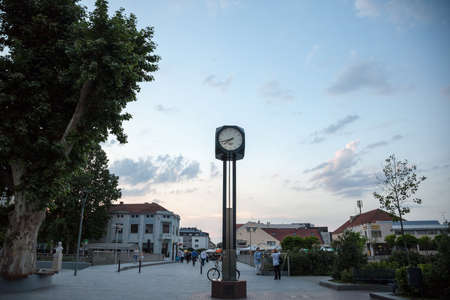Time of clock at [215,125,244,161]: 7:42
